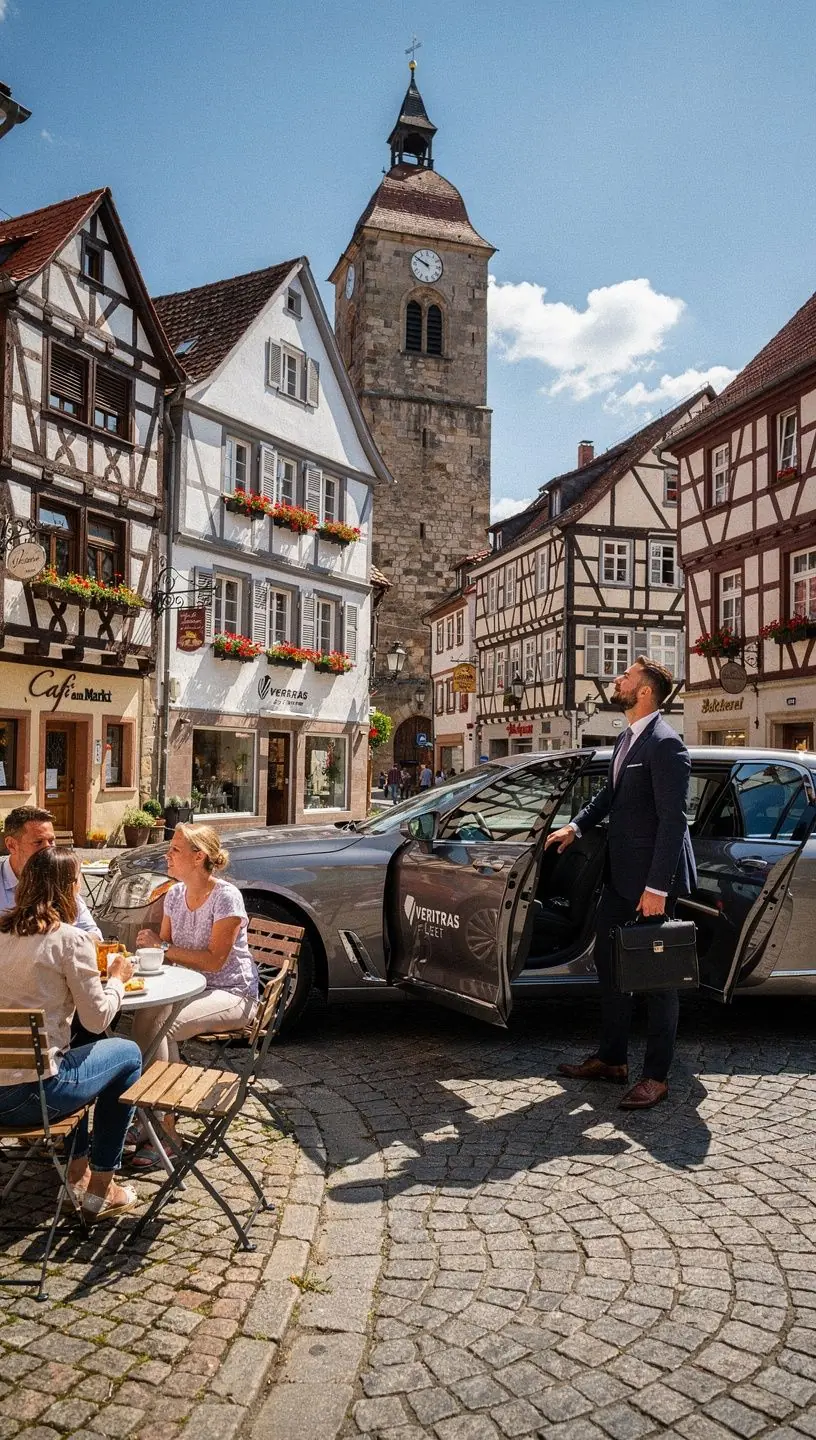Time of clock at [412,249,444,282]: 9:50
